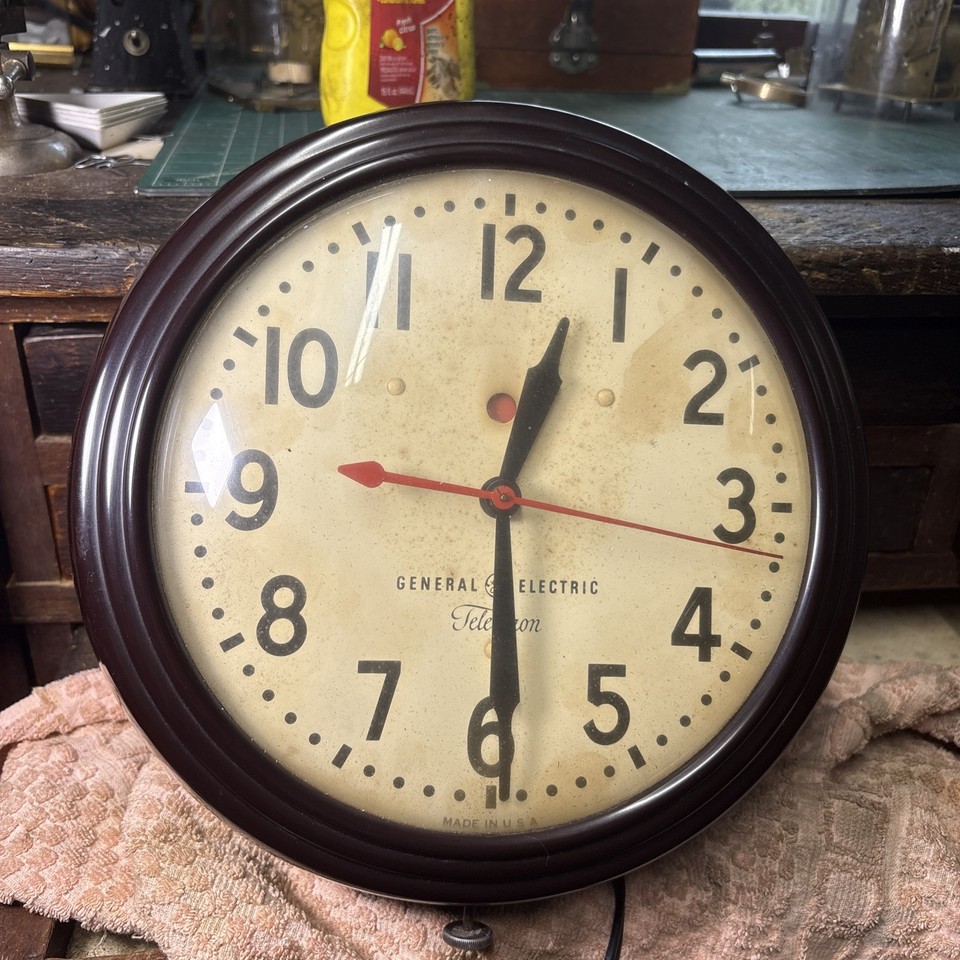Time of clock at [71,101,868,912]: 12:29
